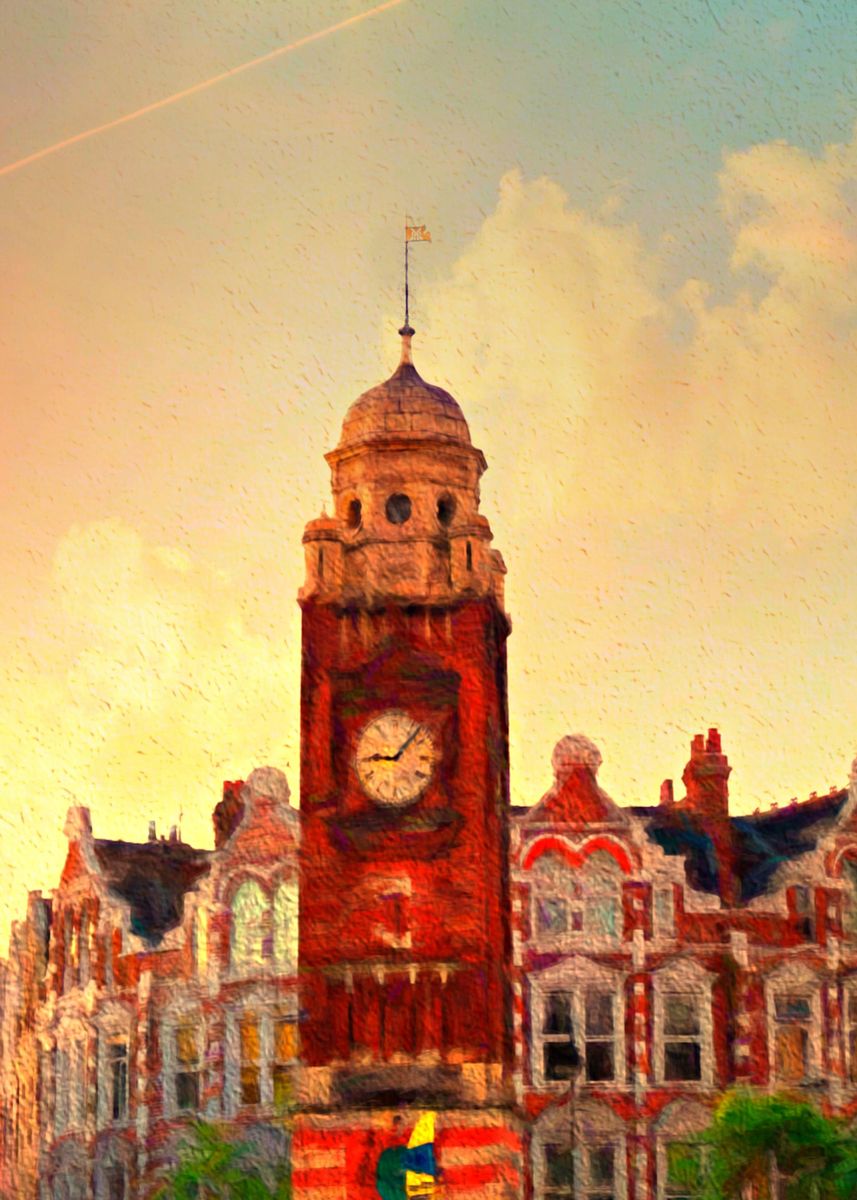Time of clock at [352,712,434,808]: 9:07
